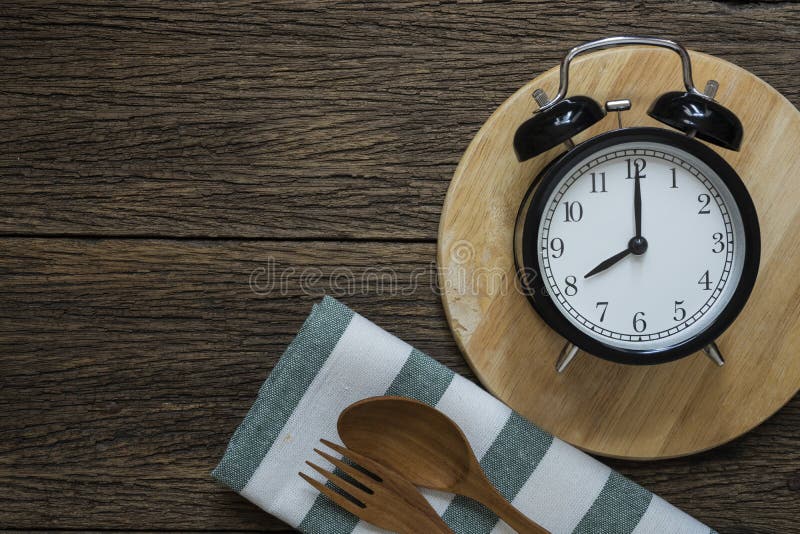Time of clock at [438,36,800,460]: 8:00
